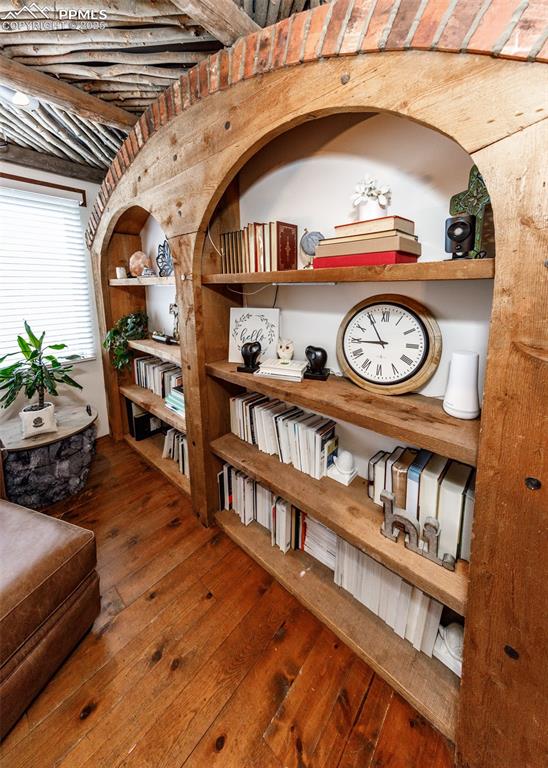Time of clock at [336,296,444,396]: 8:54
